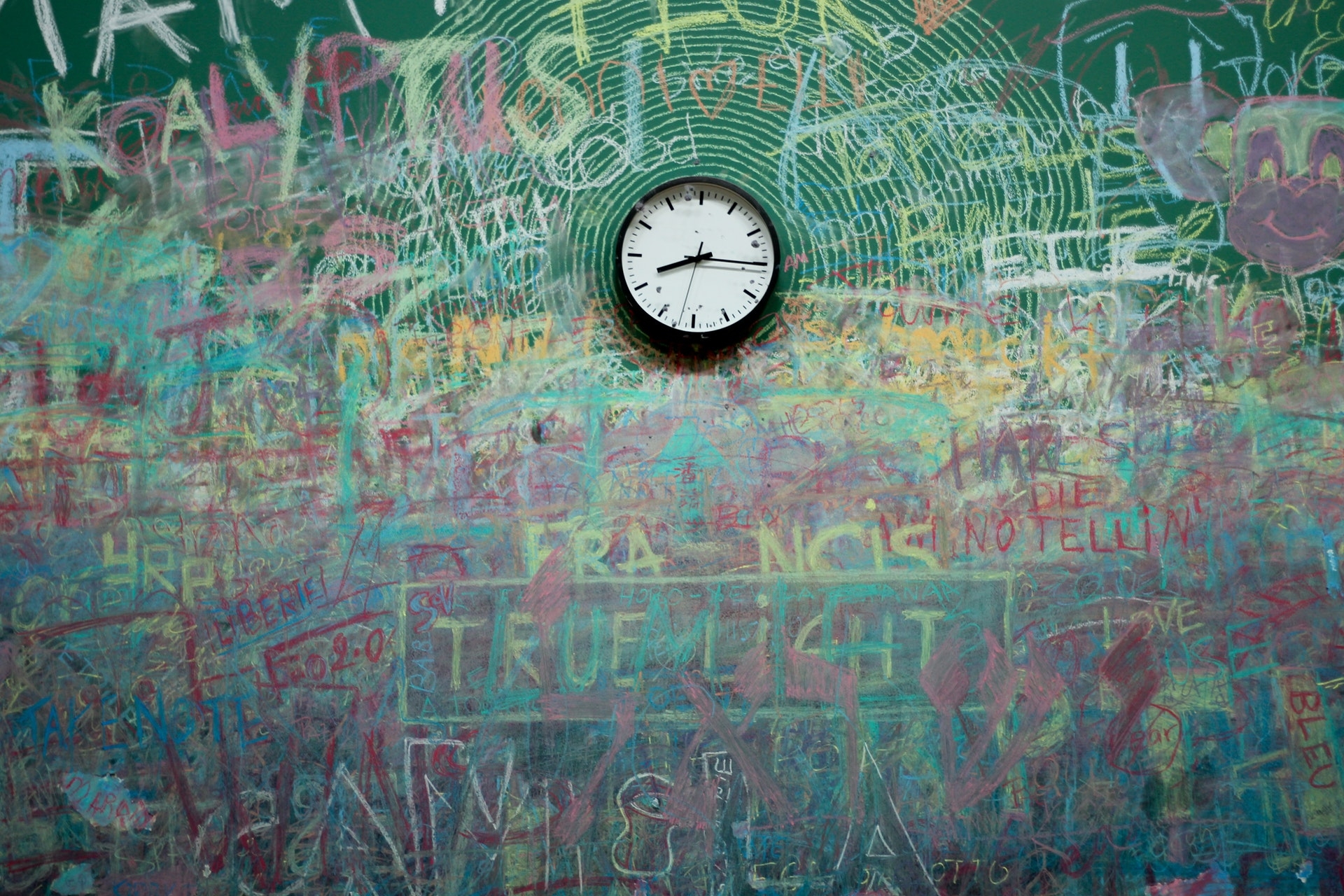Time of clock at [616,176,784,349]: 8:15
